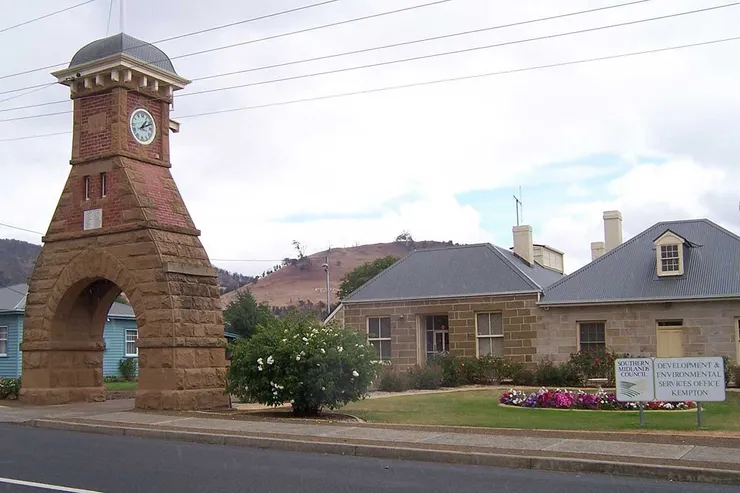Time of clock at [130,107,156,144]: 1:11
